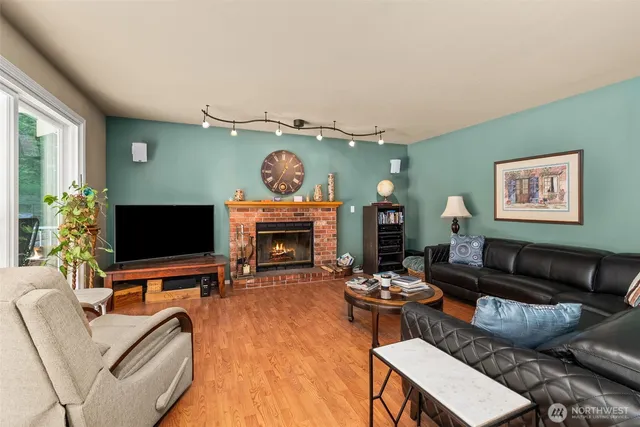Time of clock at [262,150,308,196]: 12:34
